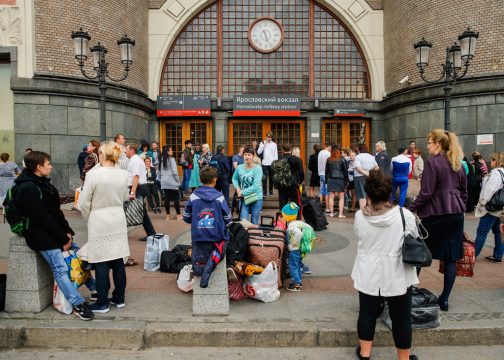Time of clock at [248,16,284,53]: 5:26
